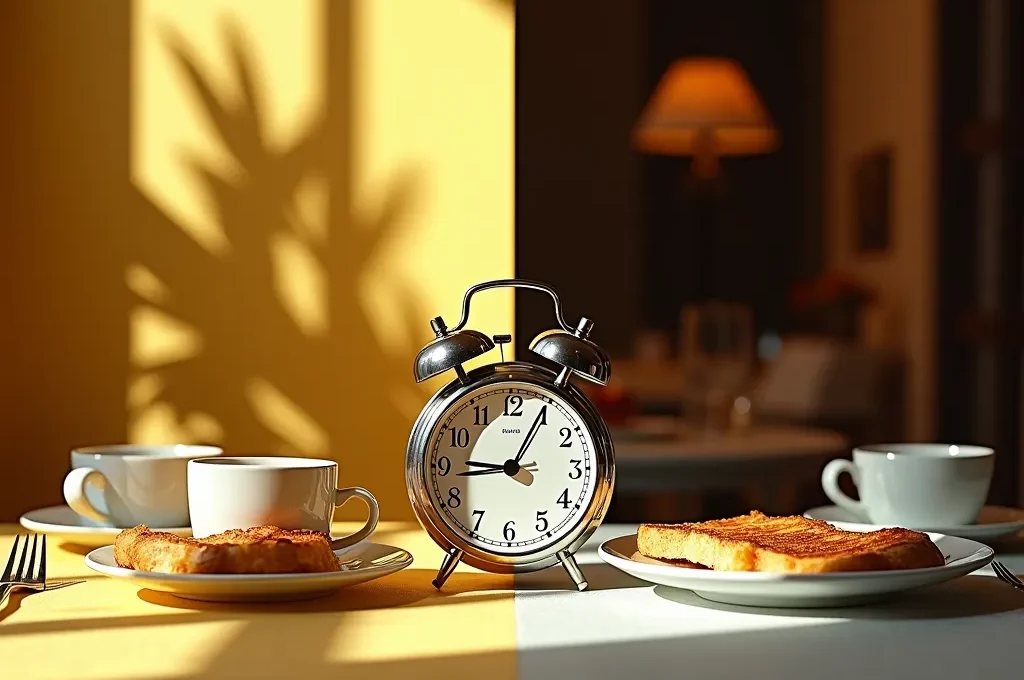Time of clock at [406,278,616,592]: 9:04
